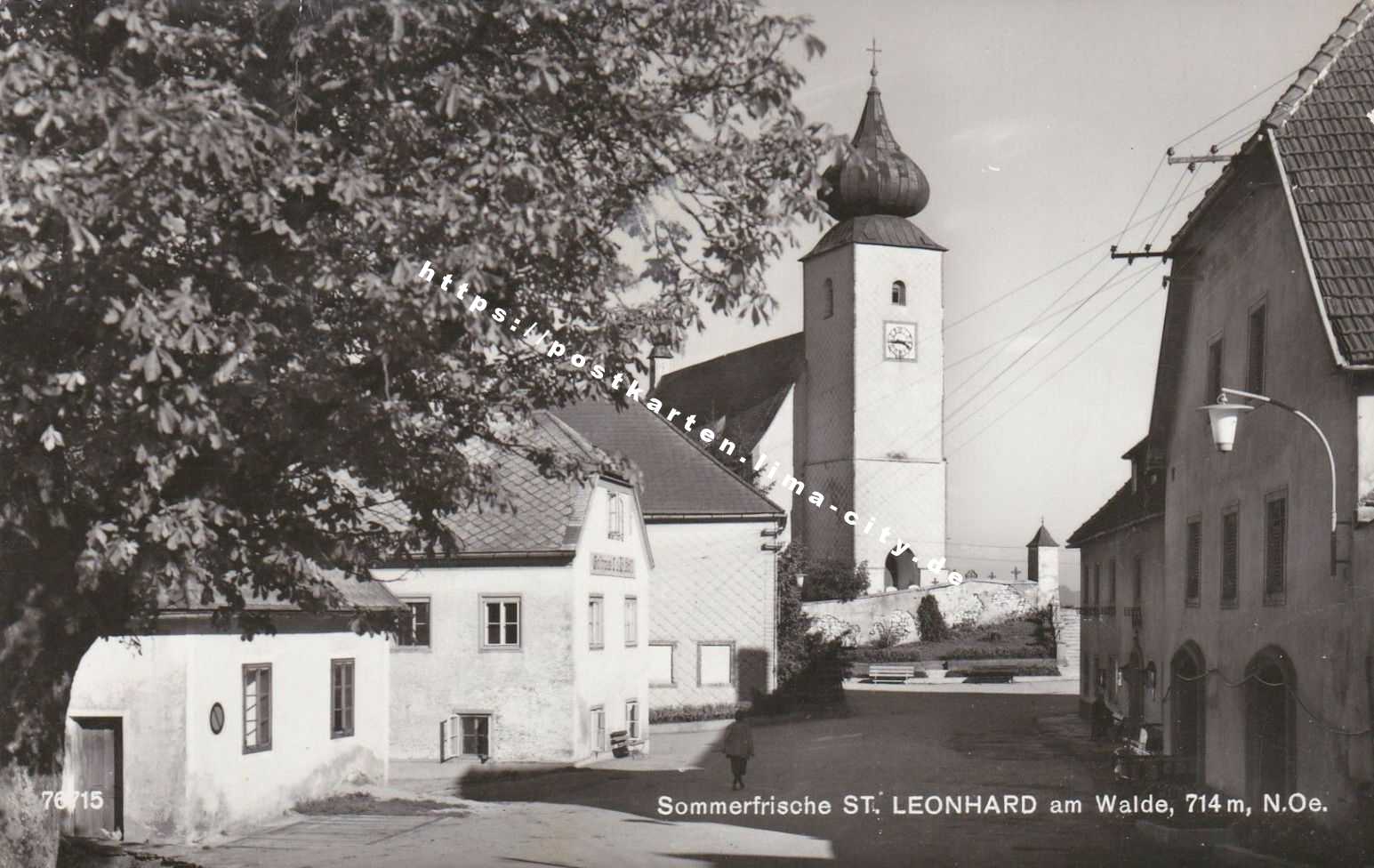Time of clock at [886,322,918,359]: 3:43
